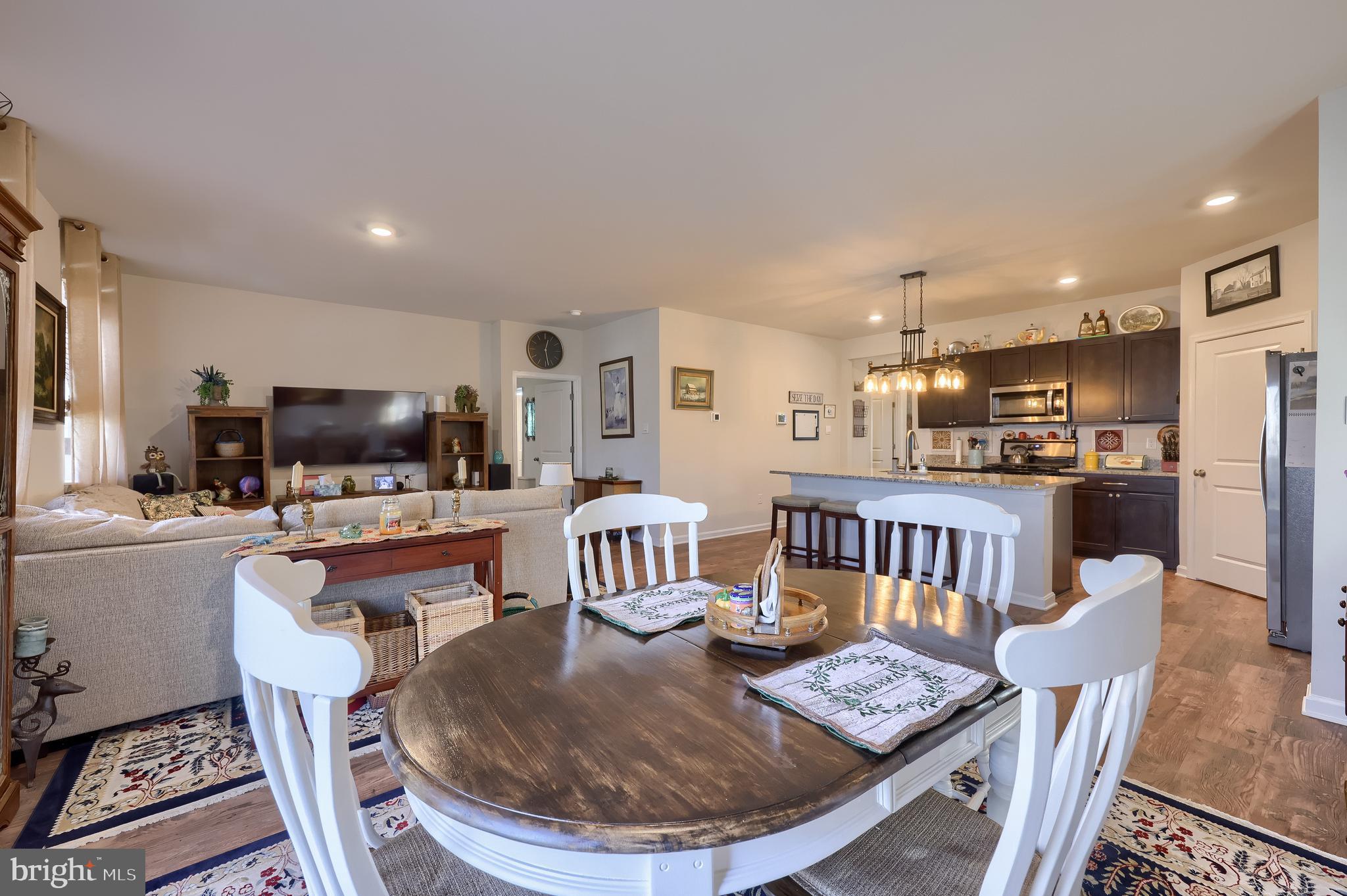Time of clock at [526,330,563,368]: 12:28
